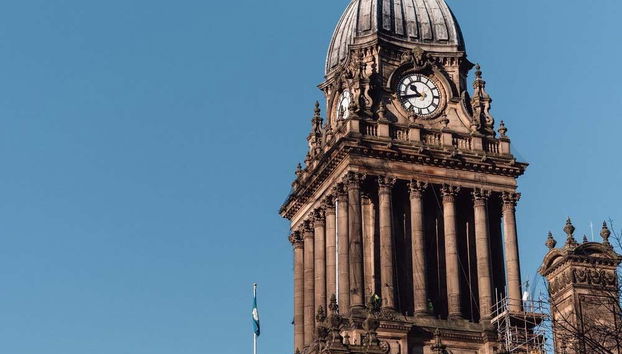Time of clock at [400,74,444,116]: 10:42
